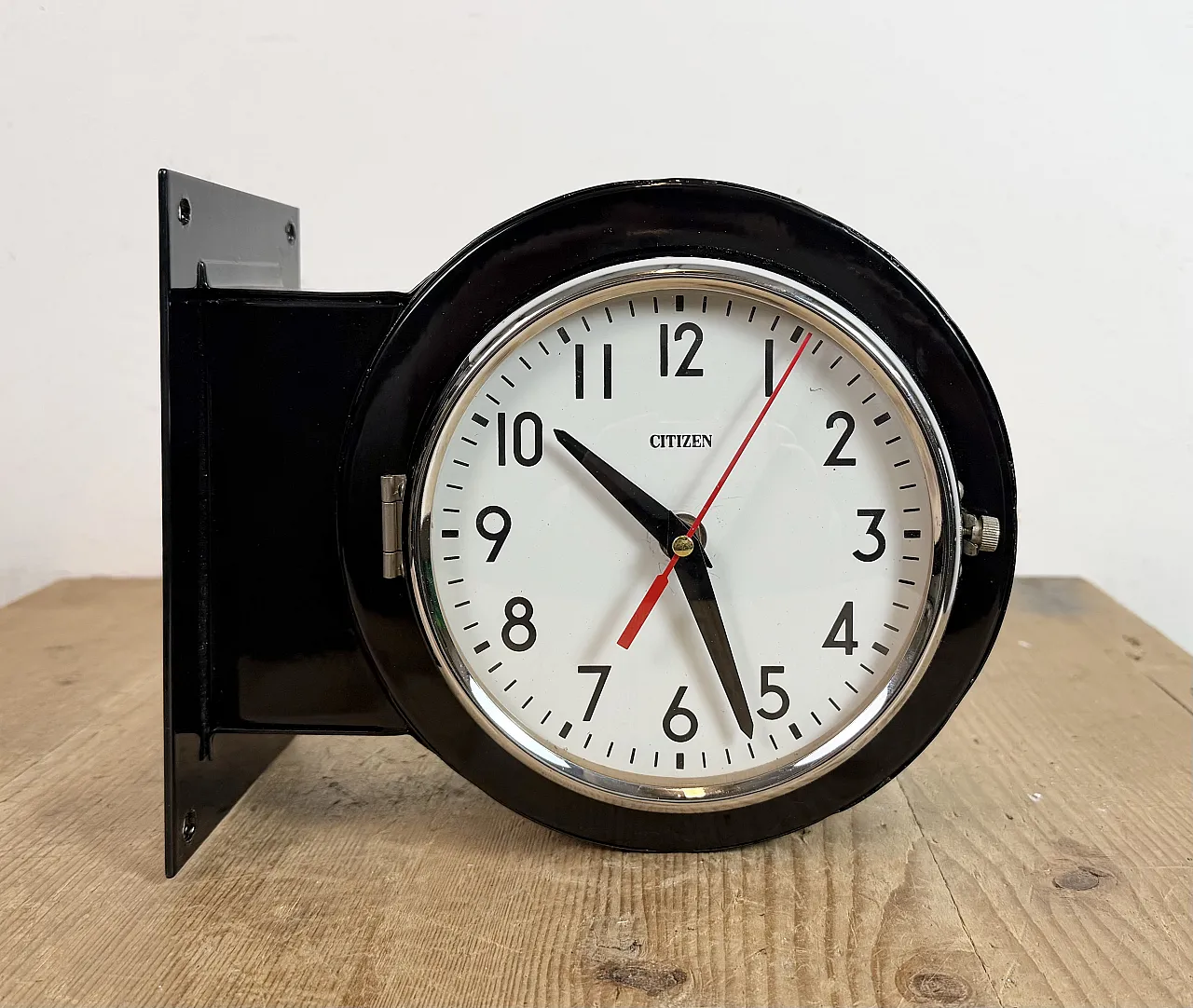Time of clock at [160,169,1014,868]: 10:26
